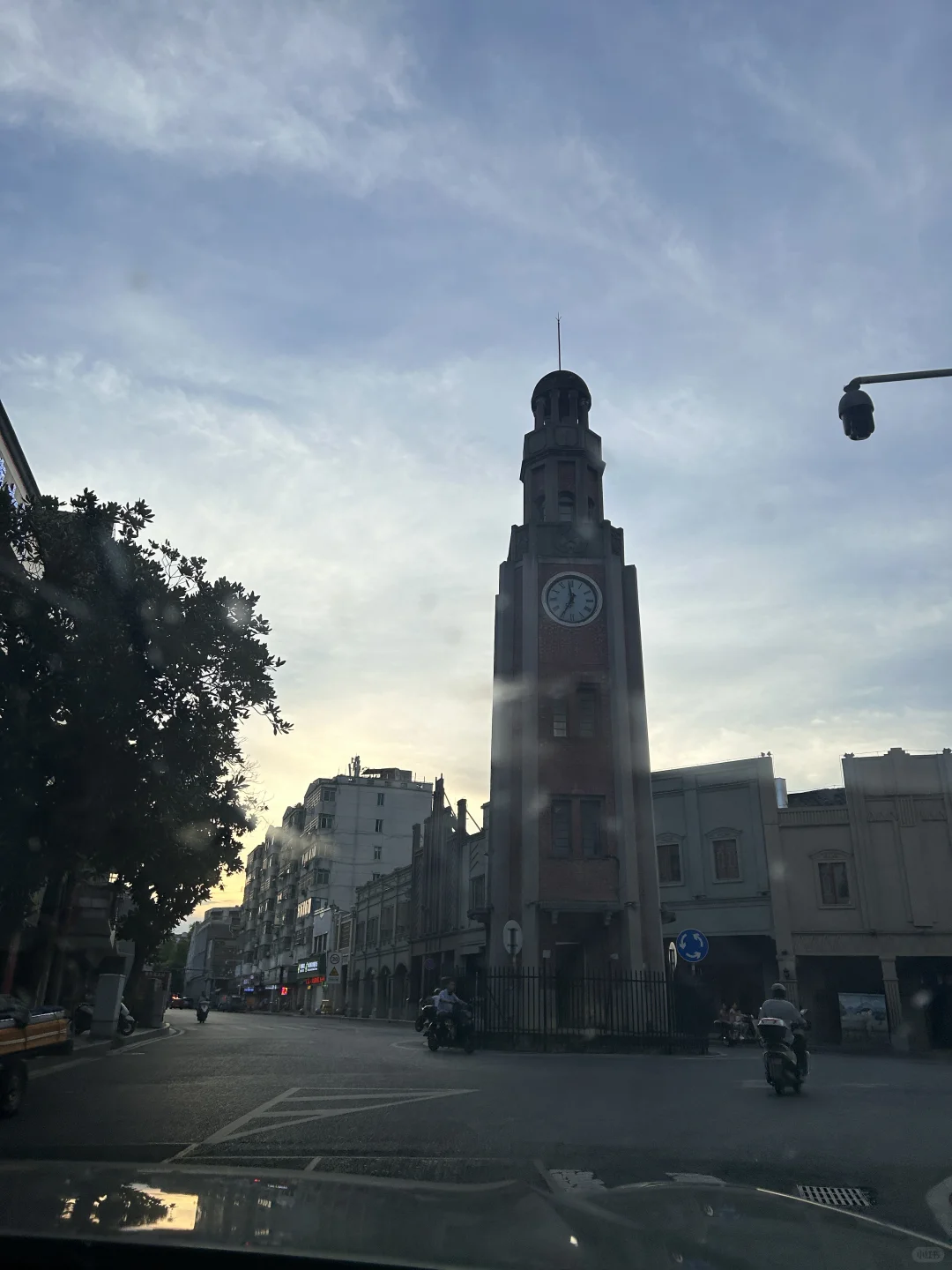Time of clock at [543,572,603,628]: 6:58
